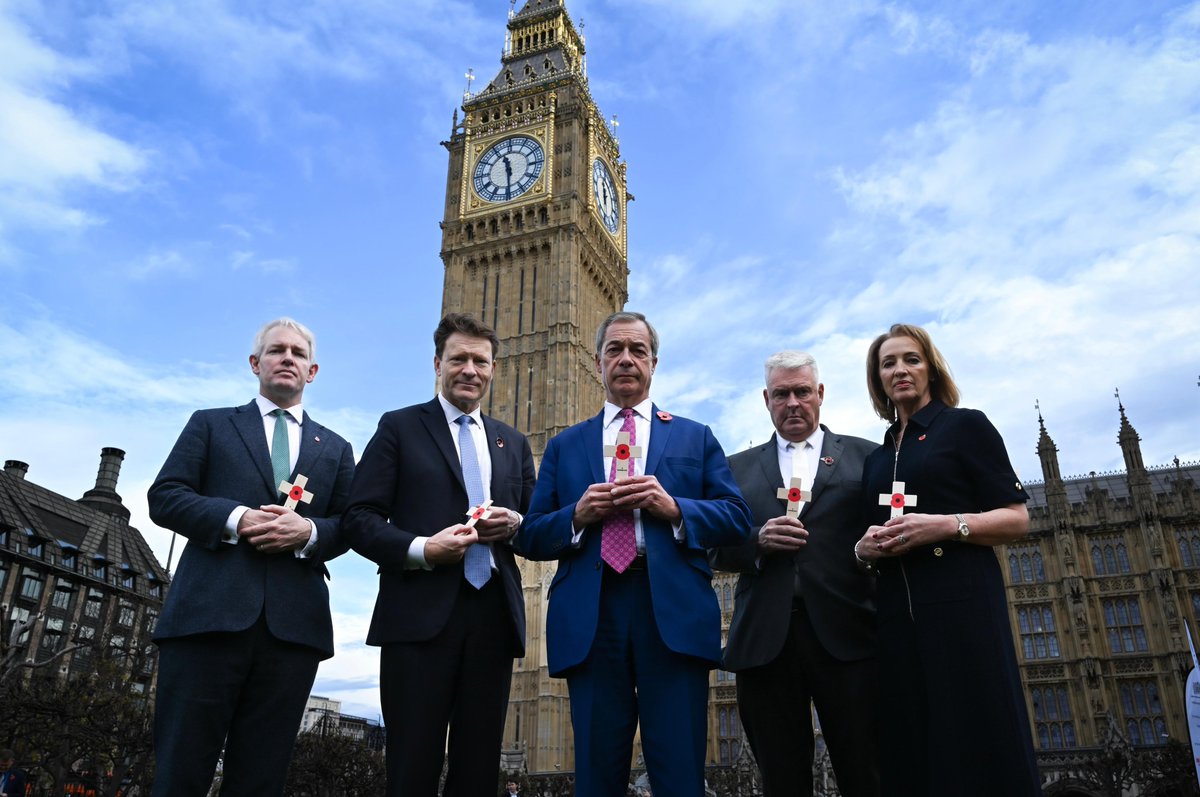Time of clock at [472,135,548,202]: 11:29
